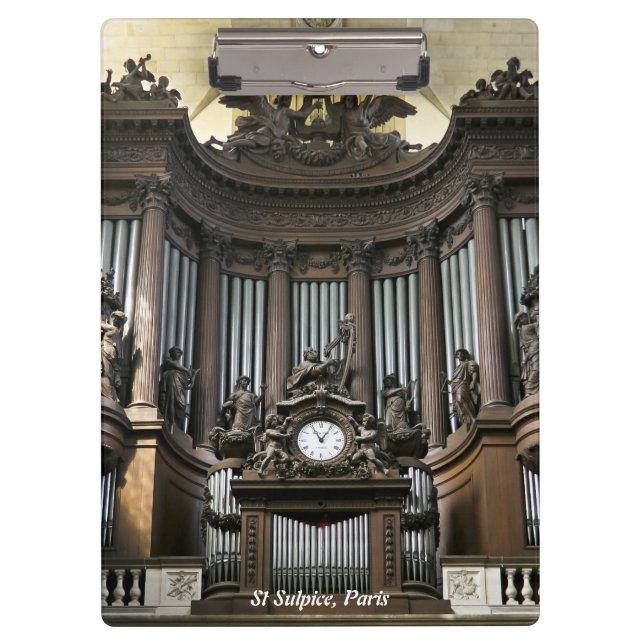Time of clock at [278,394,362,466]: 11:06
